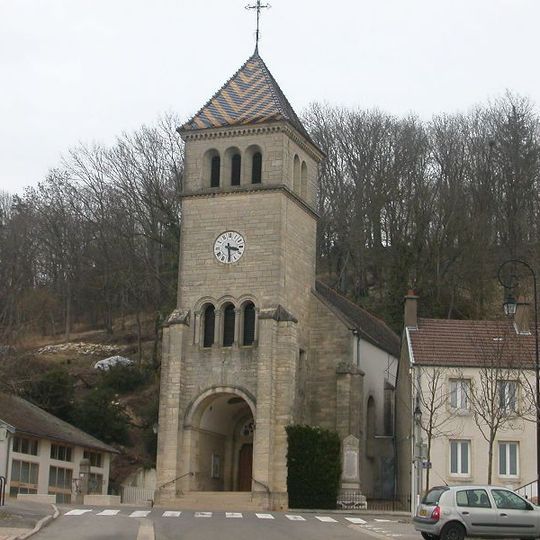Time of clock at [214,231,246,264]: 3:29
